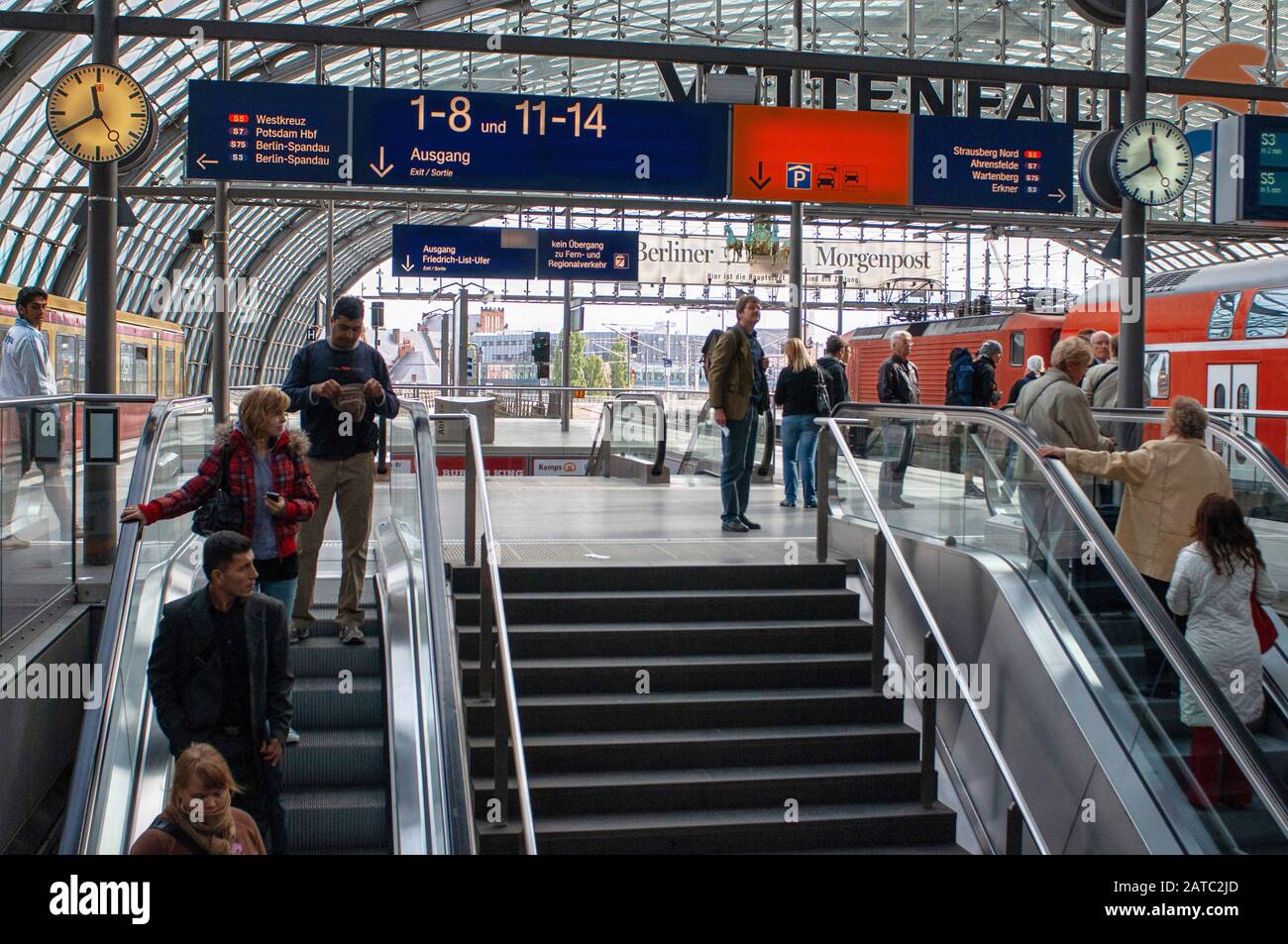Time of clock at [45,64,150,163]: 11:40
